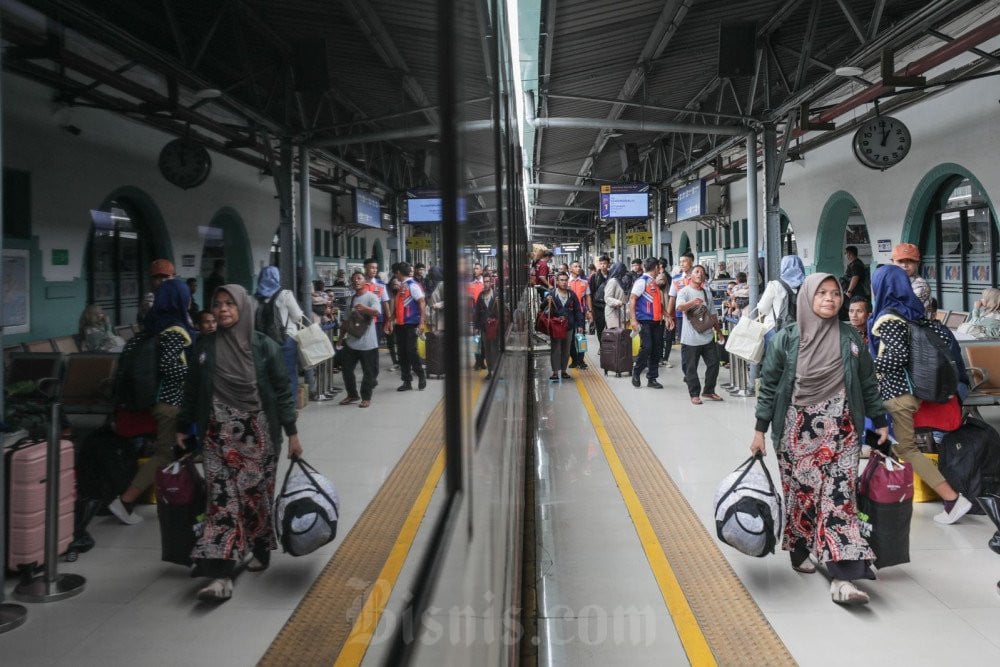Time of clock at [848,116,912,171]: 1:00
